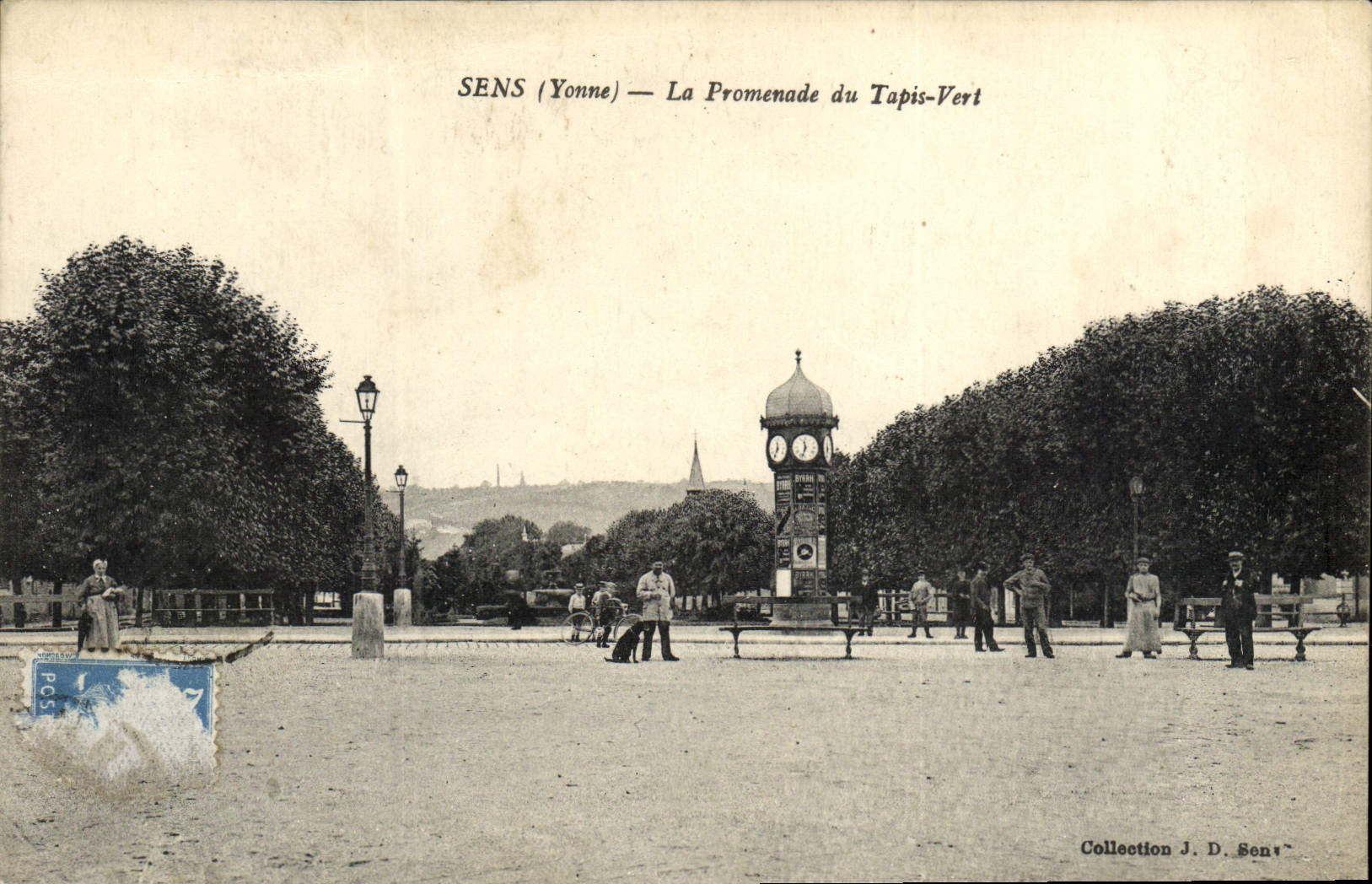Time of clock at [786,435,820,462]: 11:33
